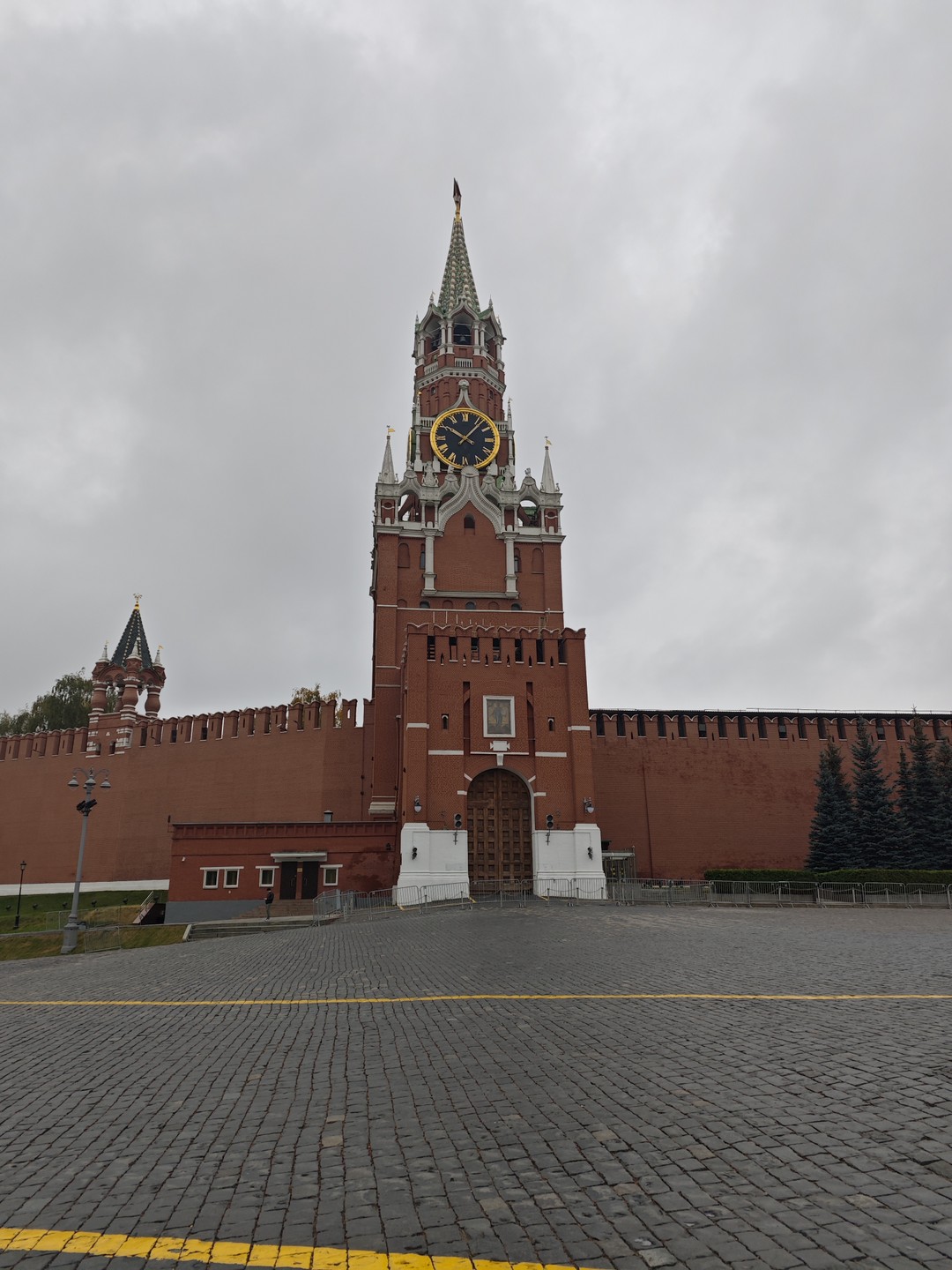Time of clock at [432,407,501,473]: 10:06
